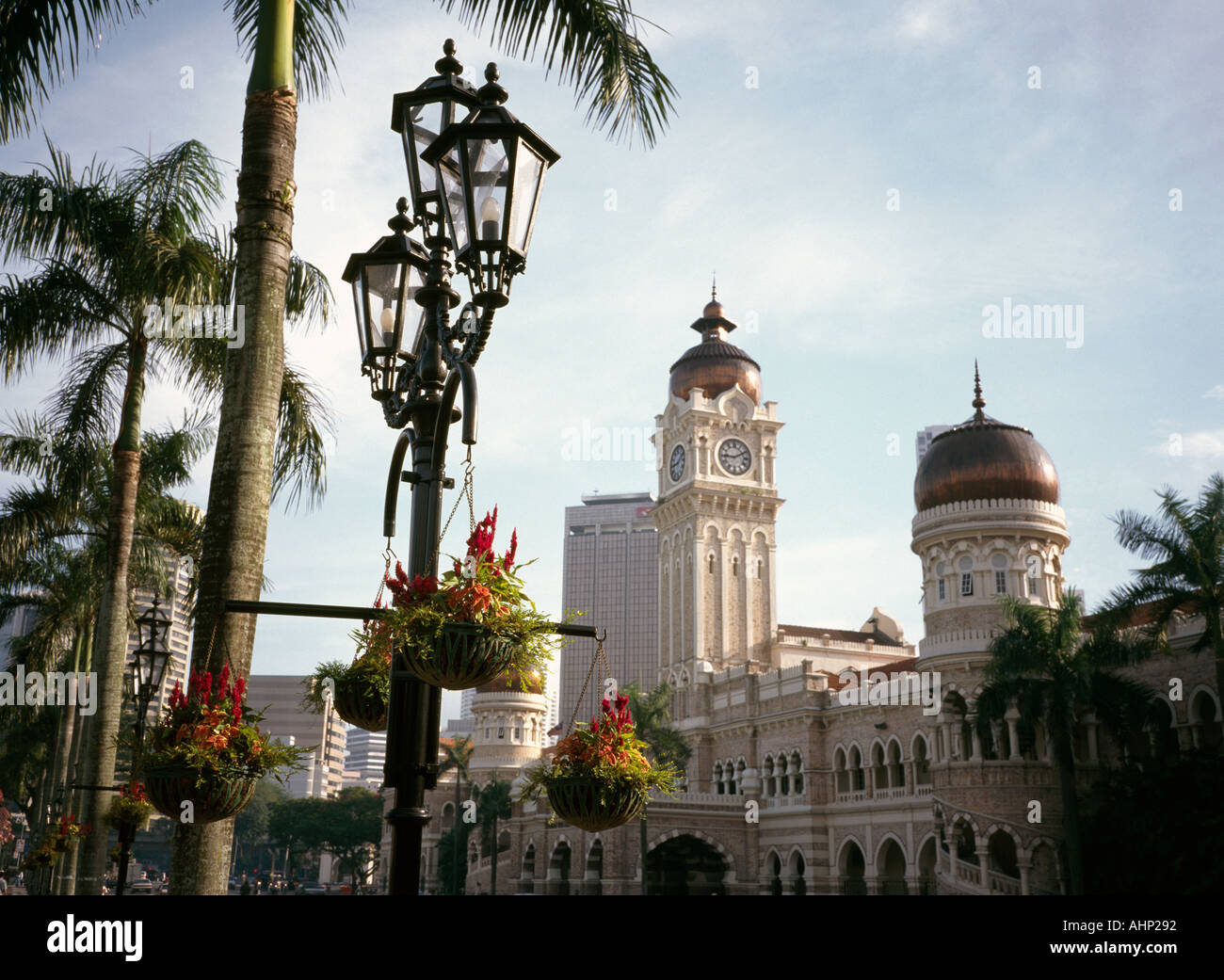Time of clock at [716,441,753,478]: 9:10
